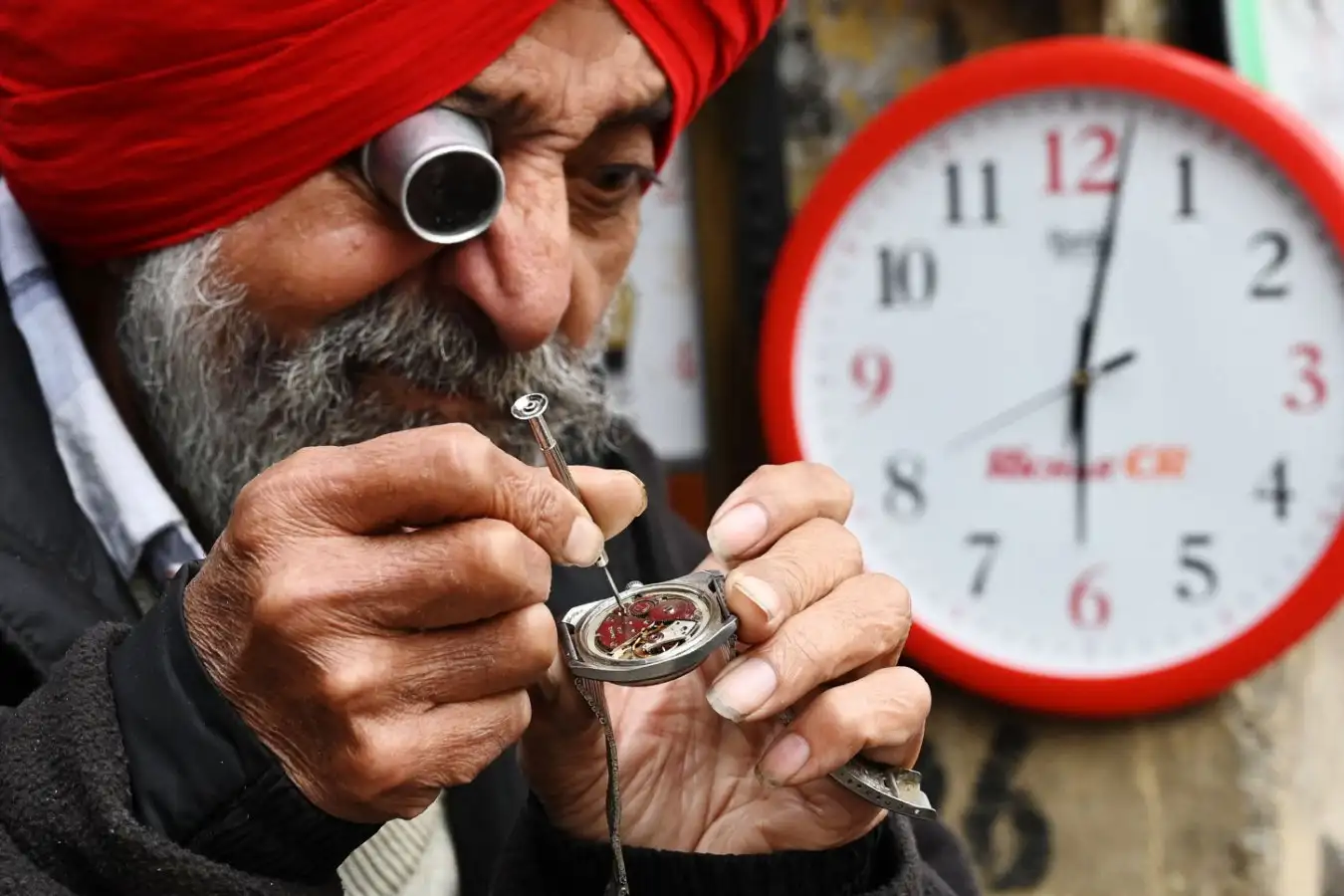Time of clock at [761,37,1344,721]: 6:02
